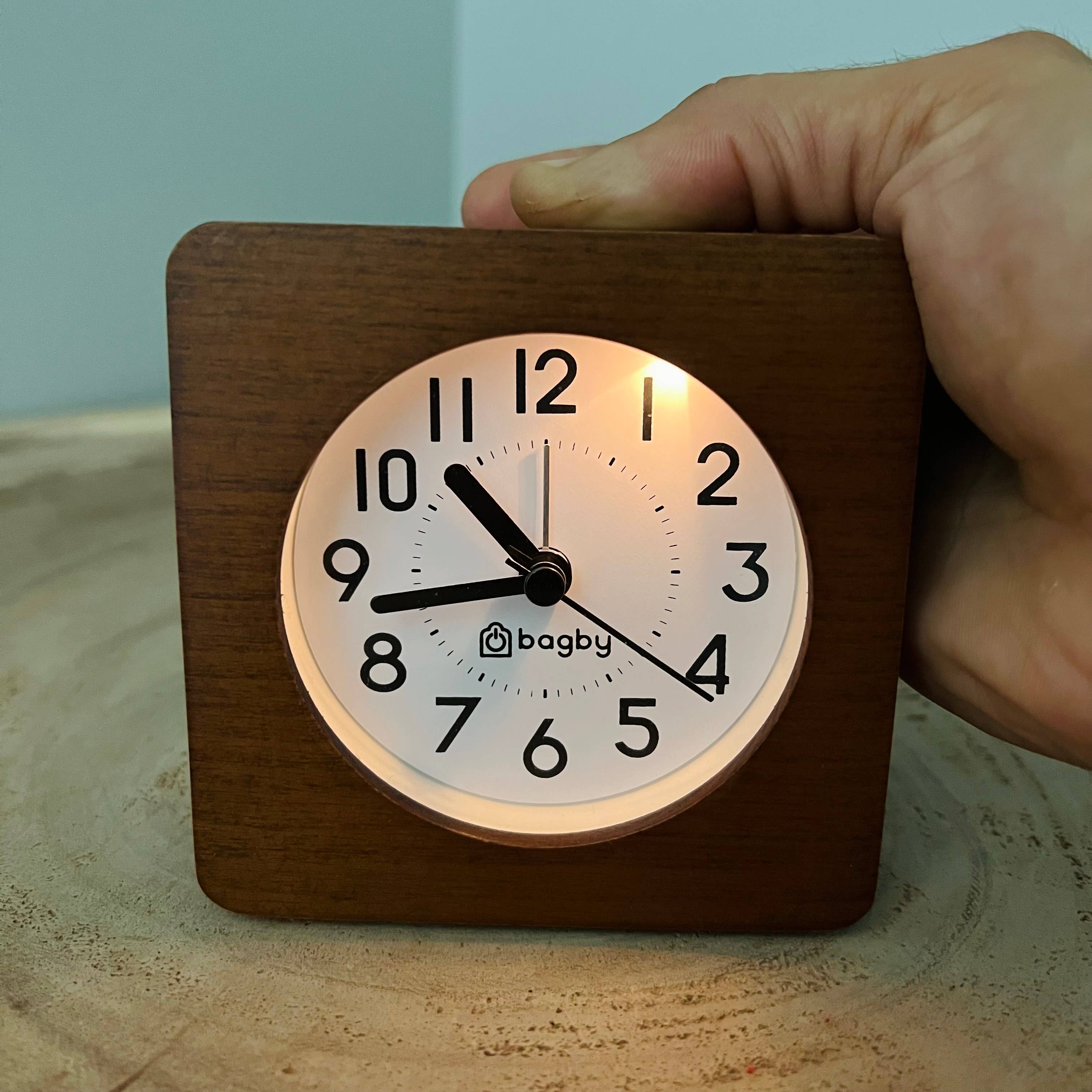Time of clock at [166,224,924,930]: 10:43
